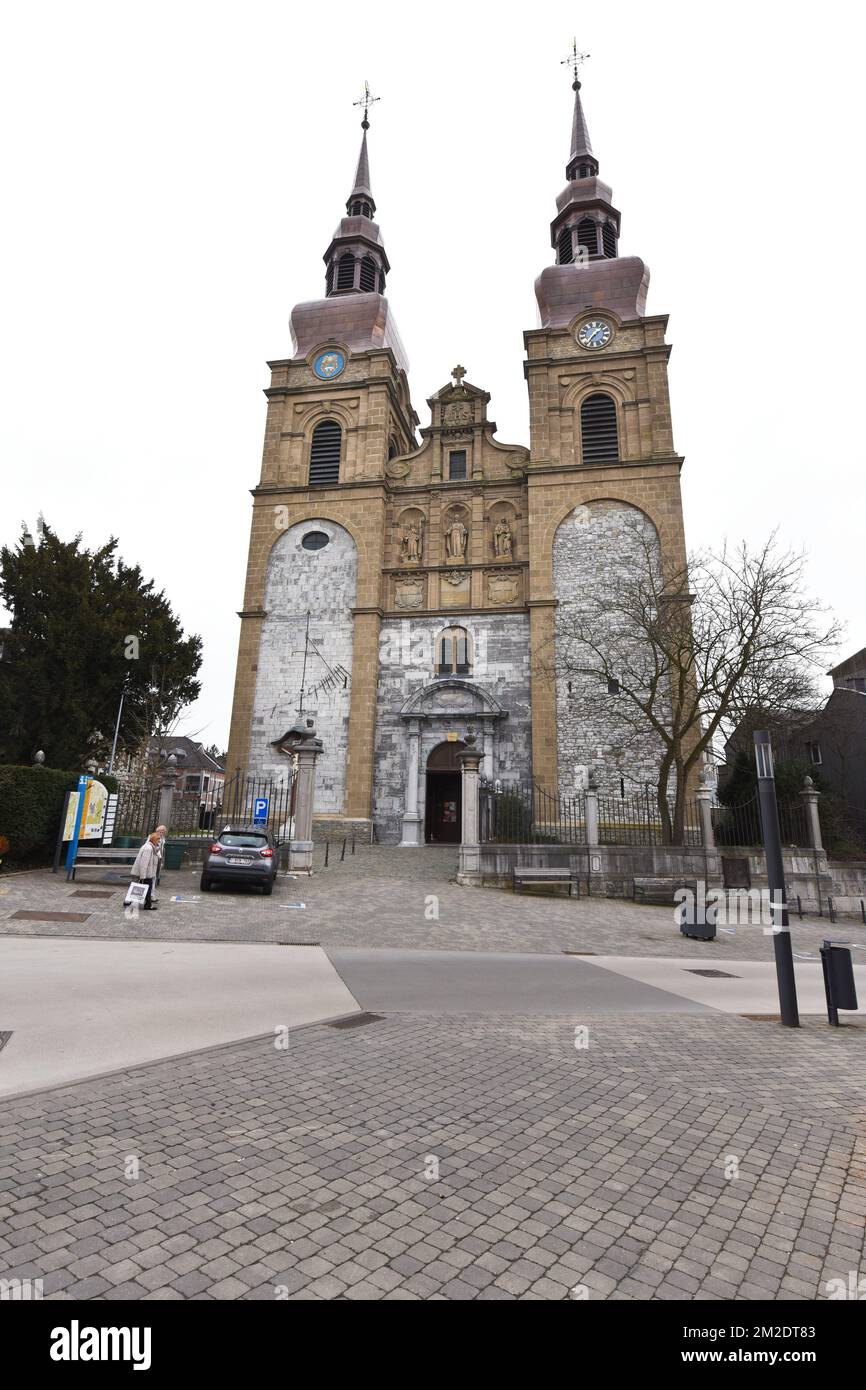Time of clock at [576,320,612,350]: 1:34
